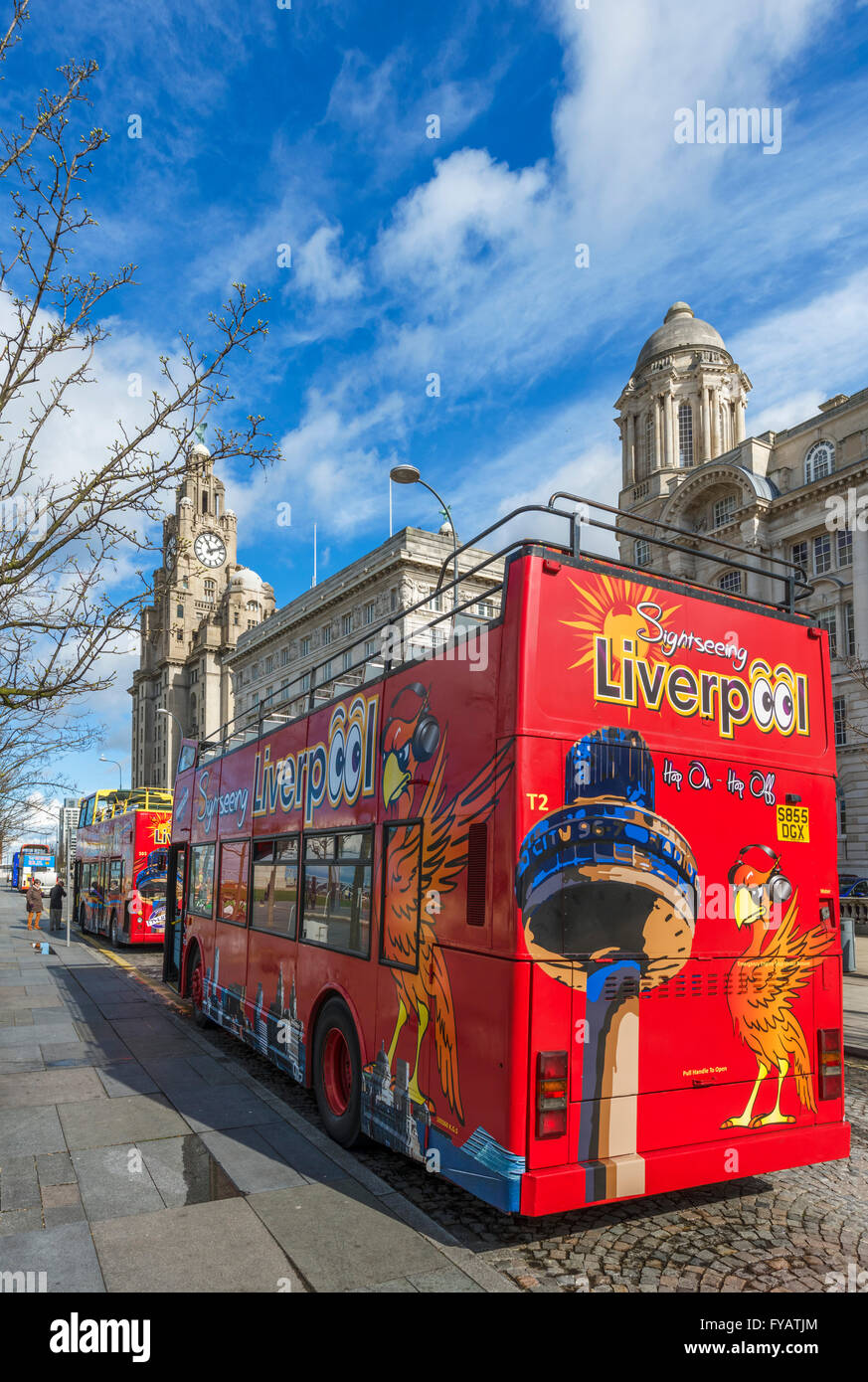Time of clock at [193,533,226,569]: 11:11
